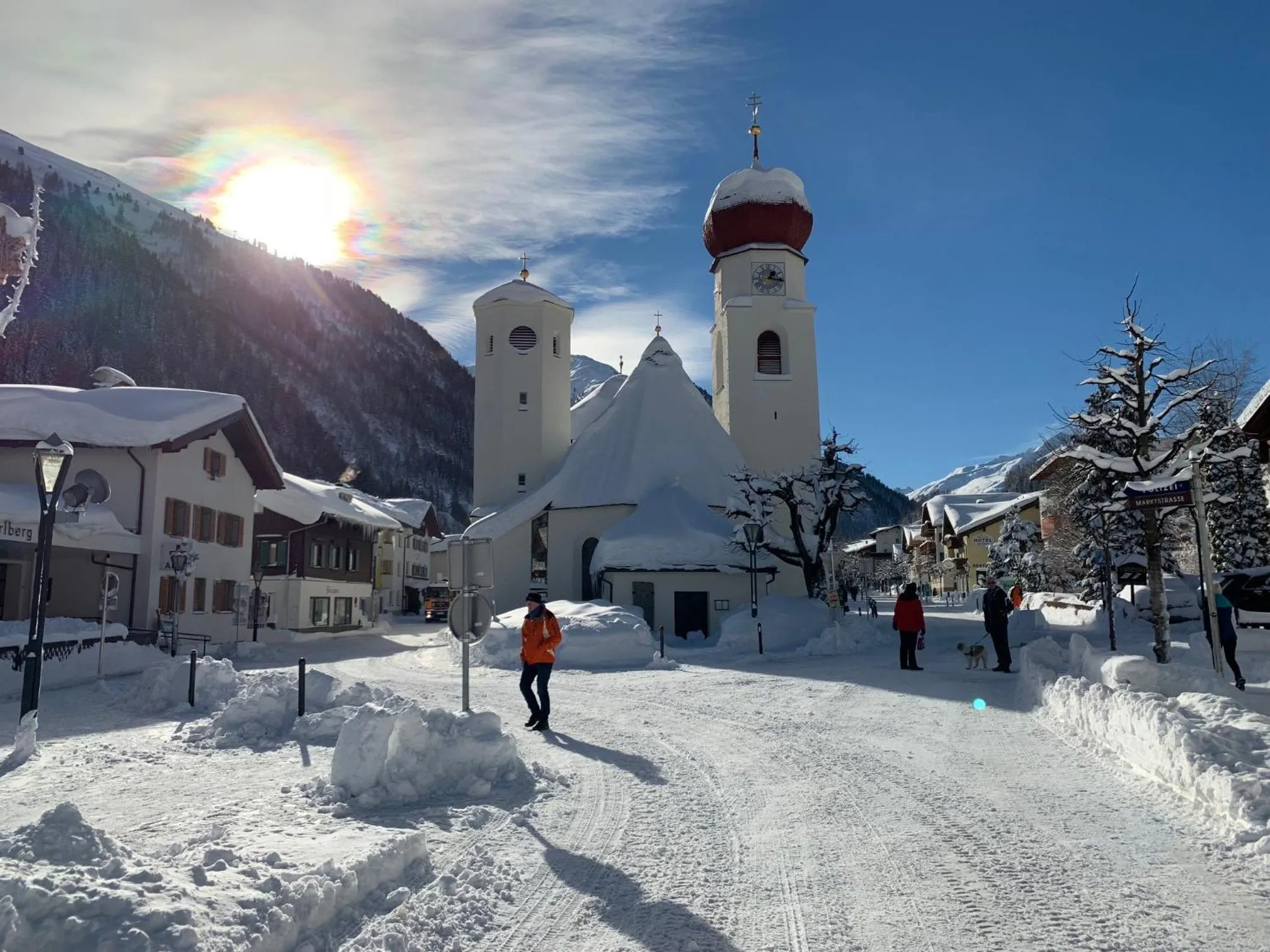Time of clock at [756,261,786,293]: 1:16
